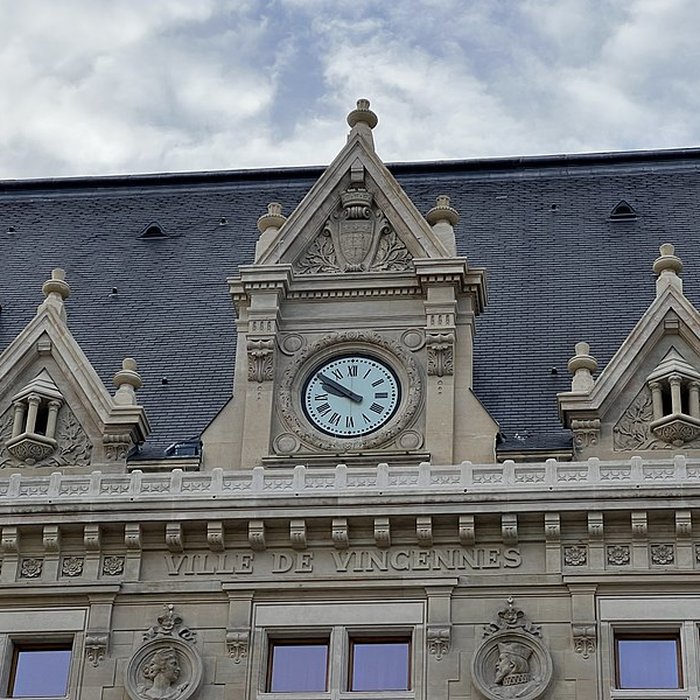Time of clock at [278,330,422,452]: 9:51
